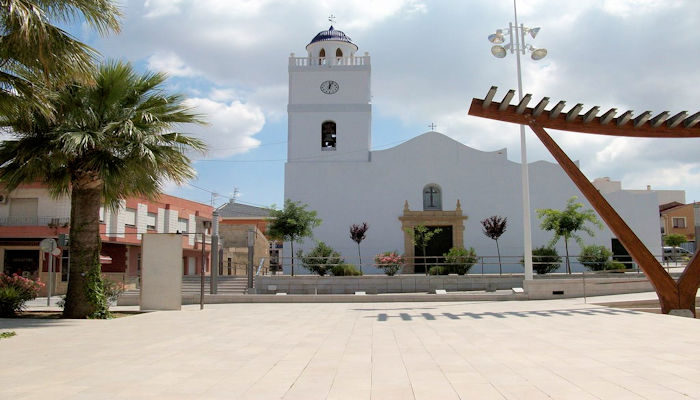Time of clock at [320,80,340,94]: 12:03
